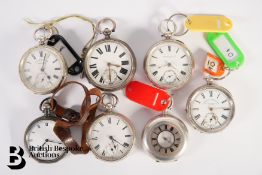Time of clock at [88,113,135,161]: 5:21
